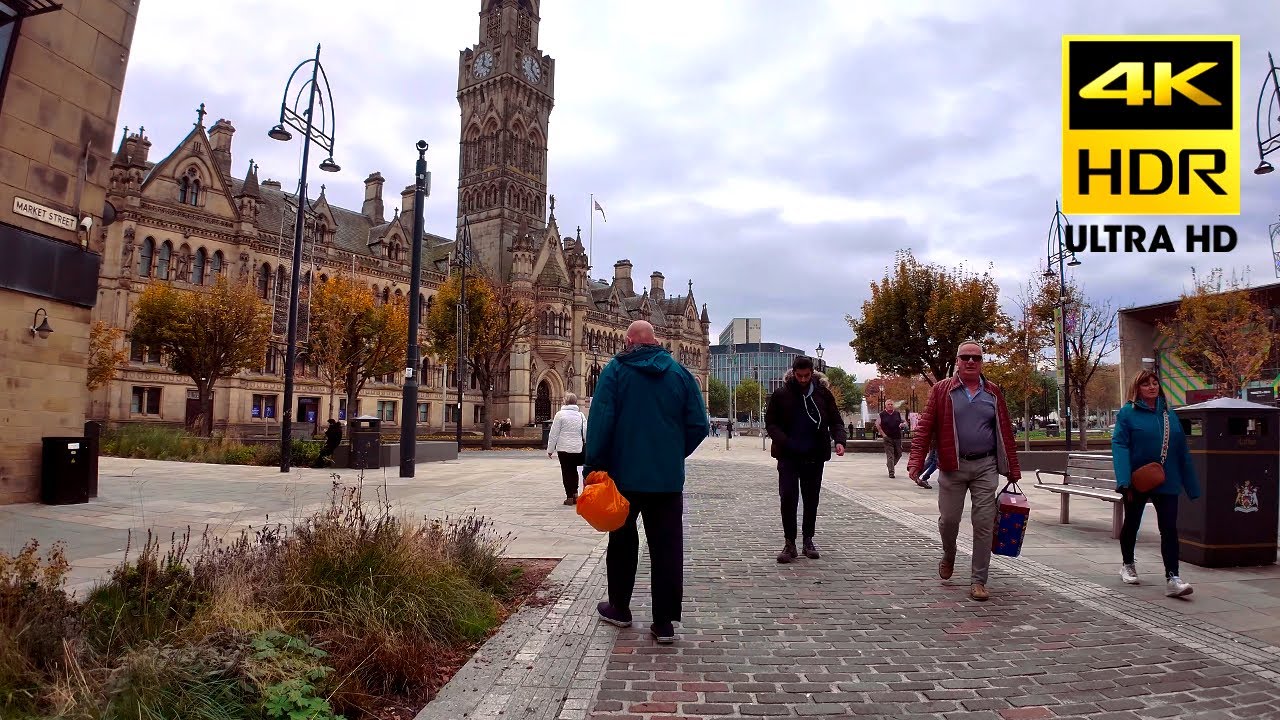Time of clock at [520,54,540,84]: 12:23
